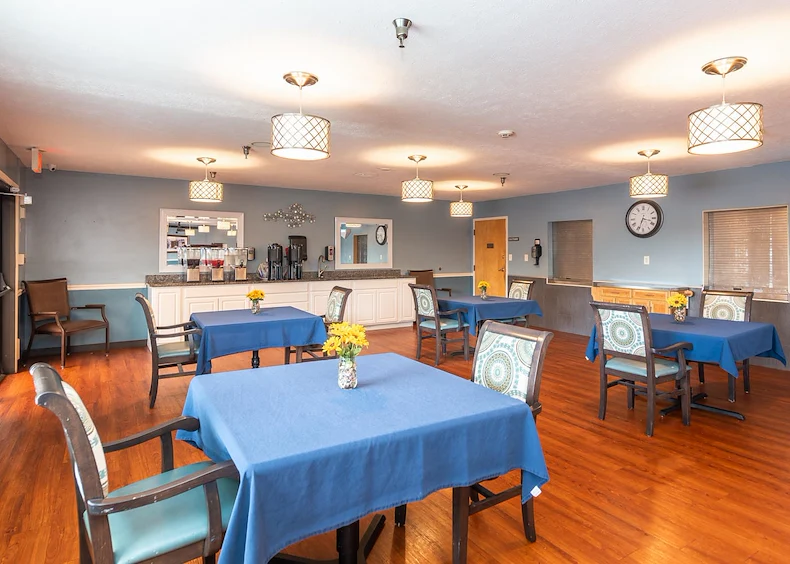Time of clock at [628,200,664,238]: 3:33
